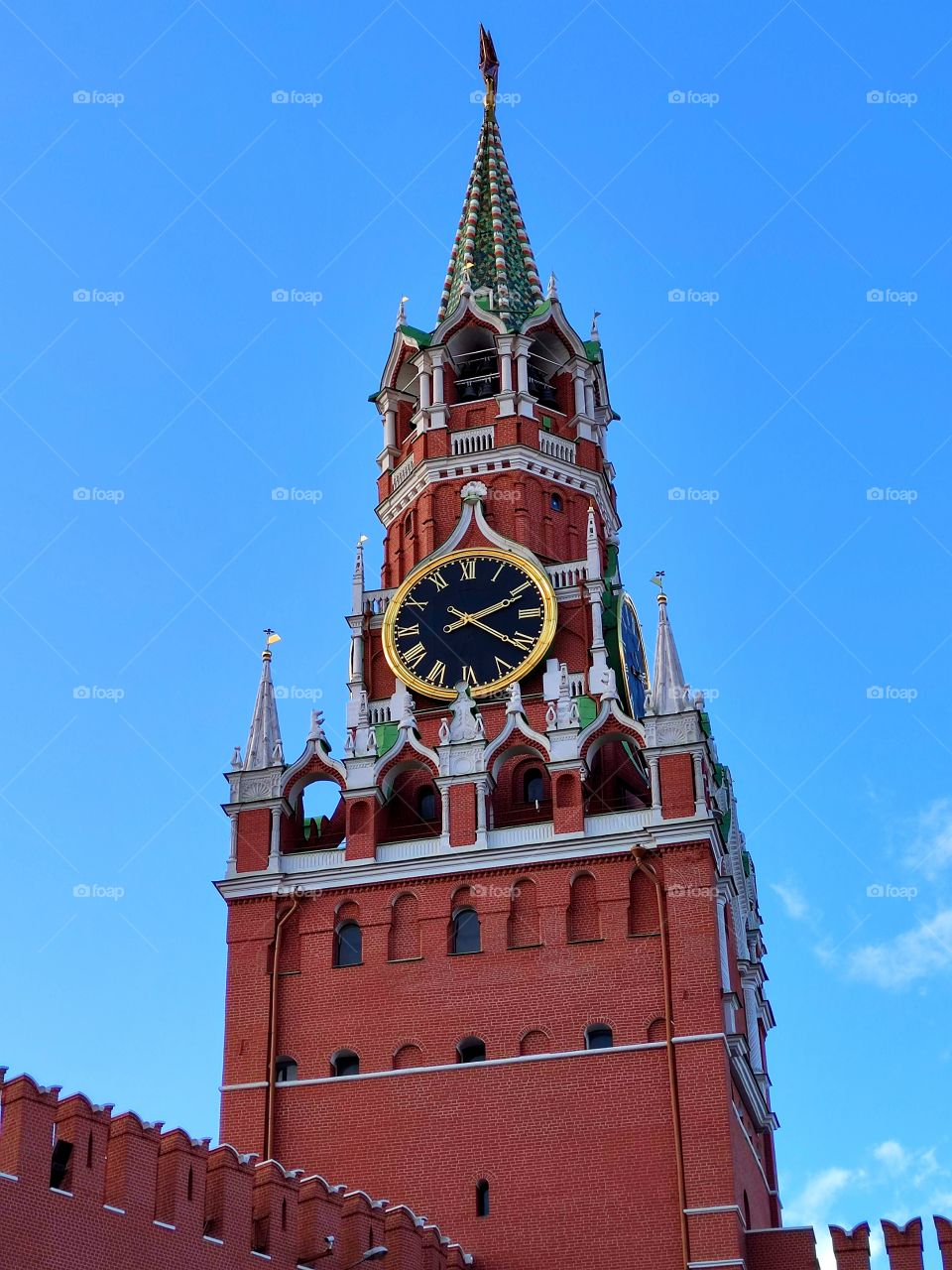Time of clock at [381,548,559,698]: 2:21
